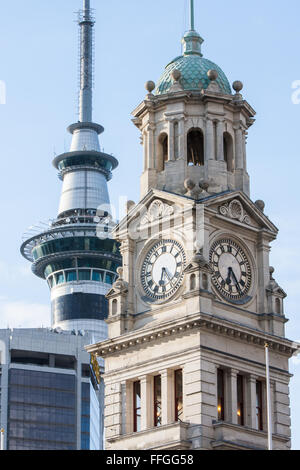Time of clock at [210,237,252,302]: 6:23
